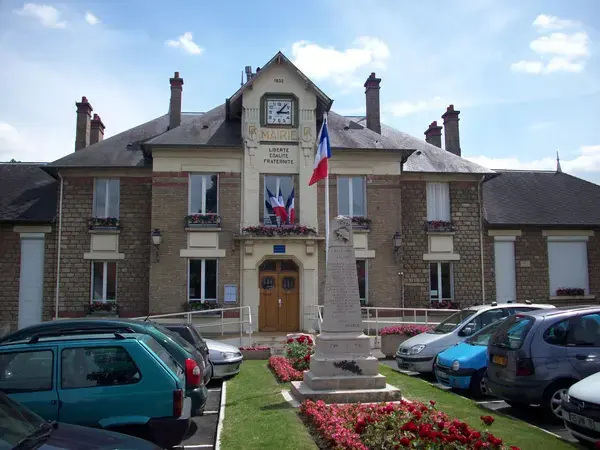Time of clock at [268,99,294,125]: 3:06
